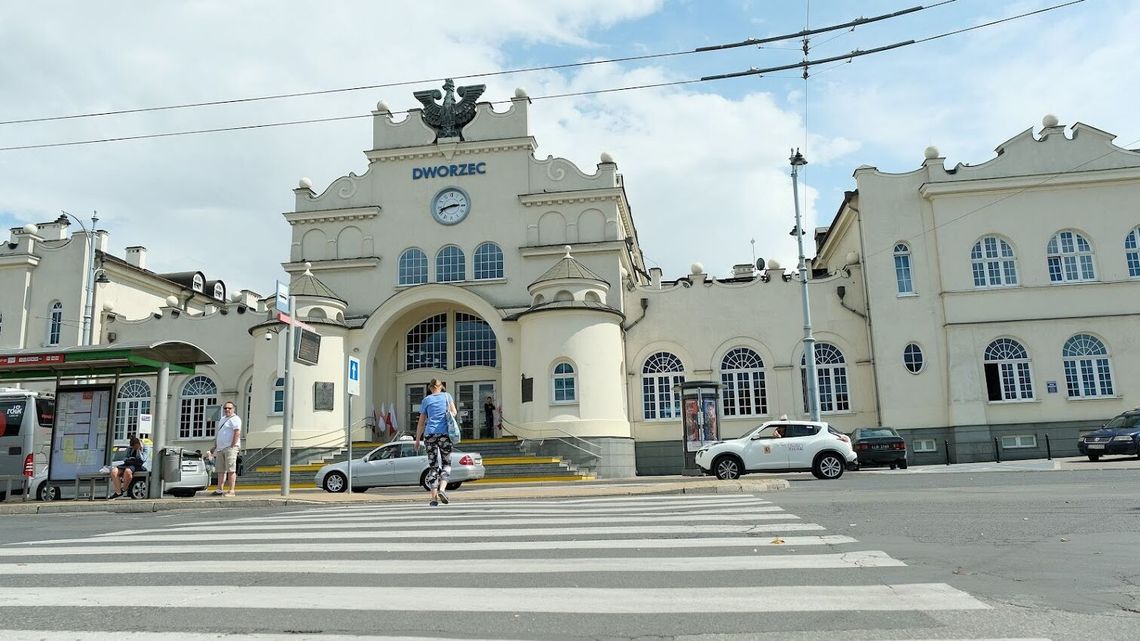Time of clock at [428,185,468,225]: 2:42
